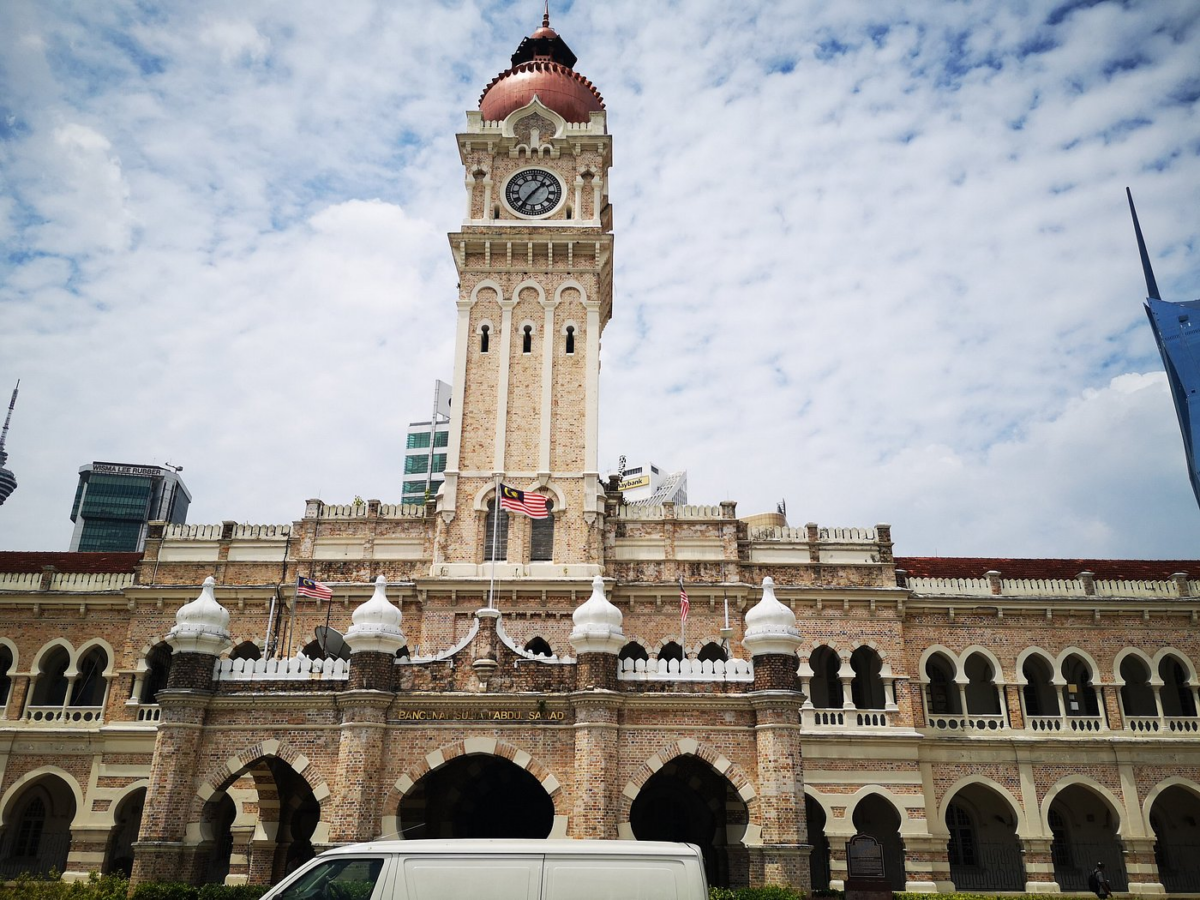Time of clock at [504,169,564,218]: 1:36
